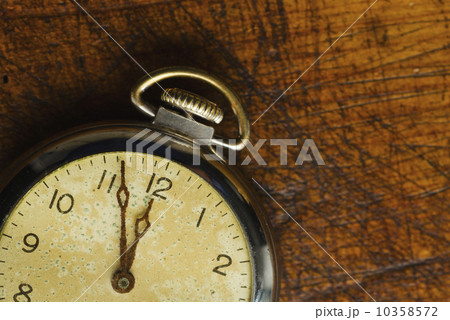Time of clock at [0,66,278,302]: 11:56
